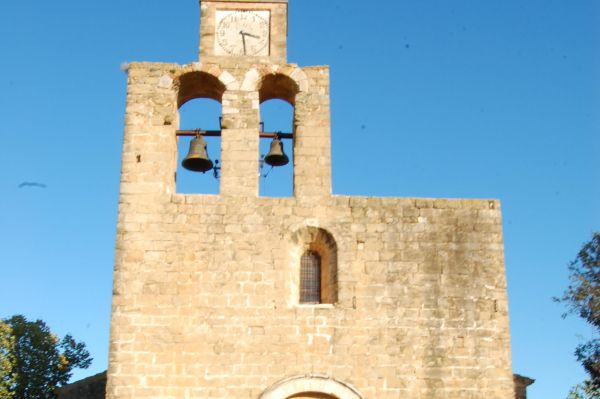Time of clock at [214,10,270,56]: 3:28
